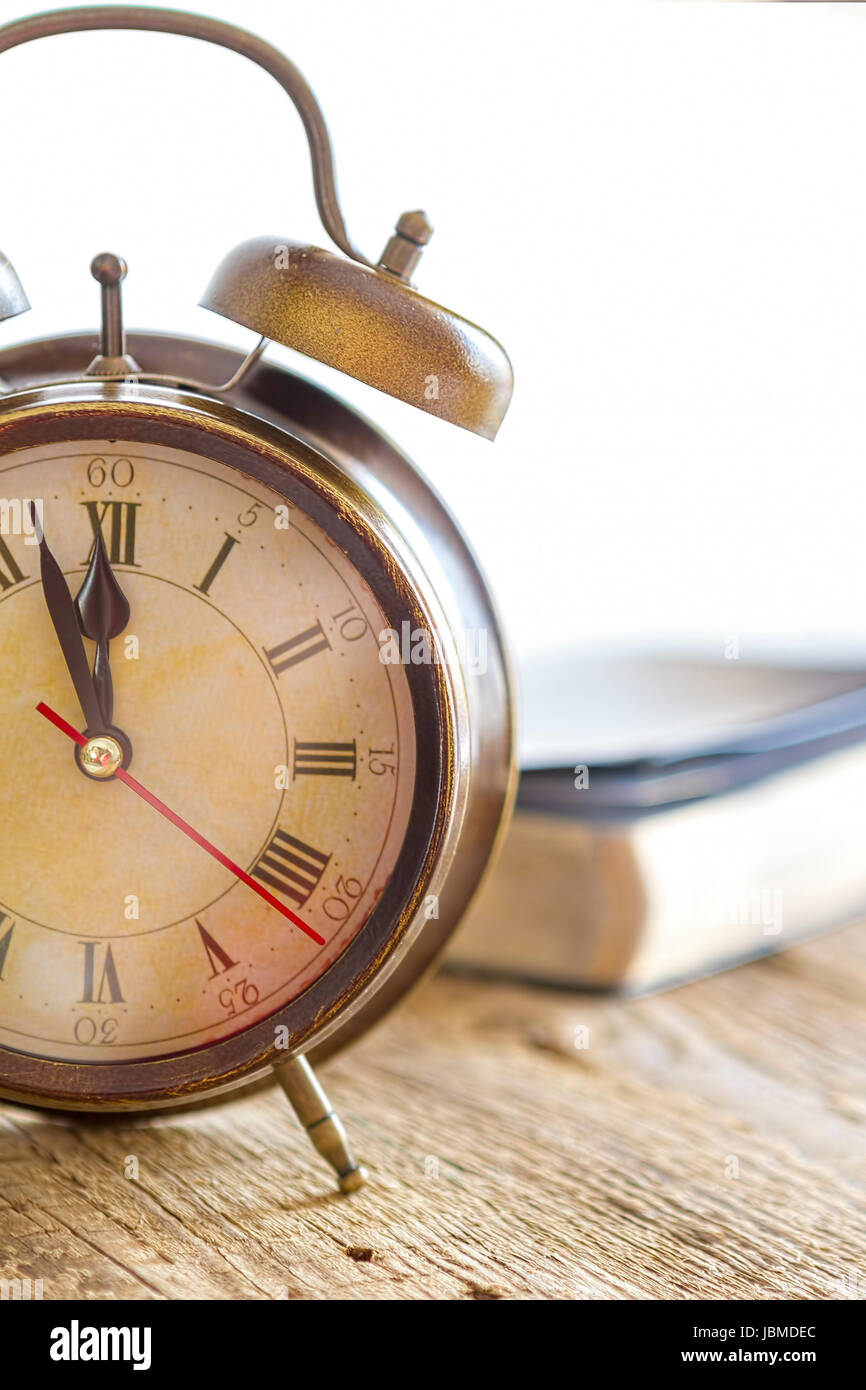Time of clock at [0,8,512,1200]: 11:55
